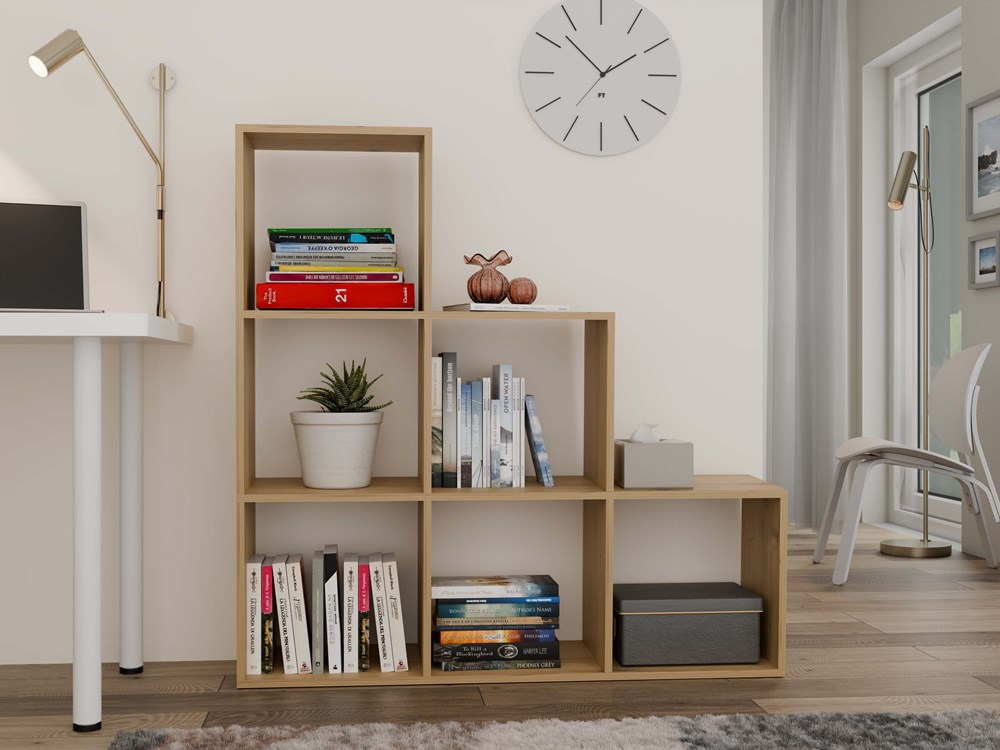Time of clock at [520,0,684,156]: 1:52
